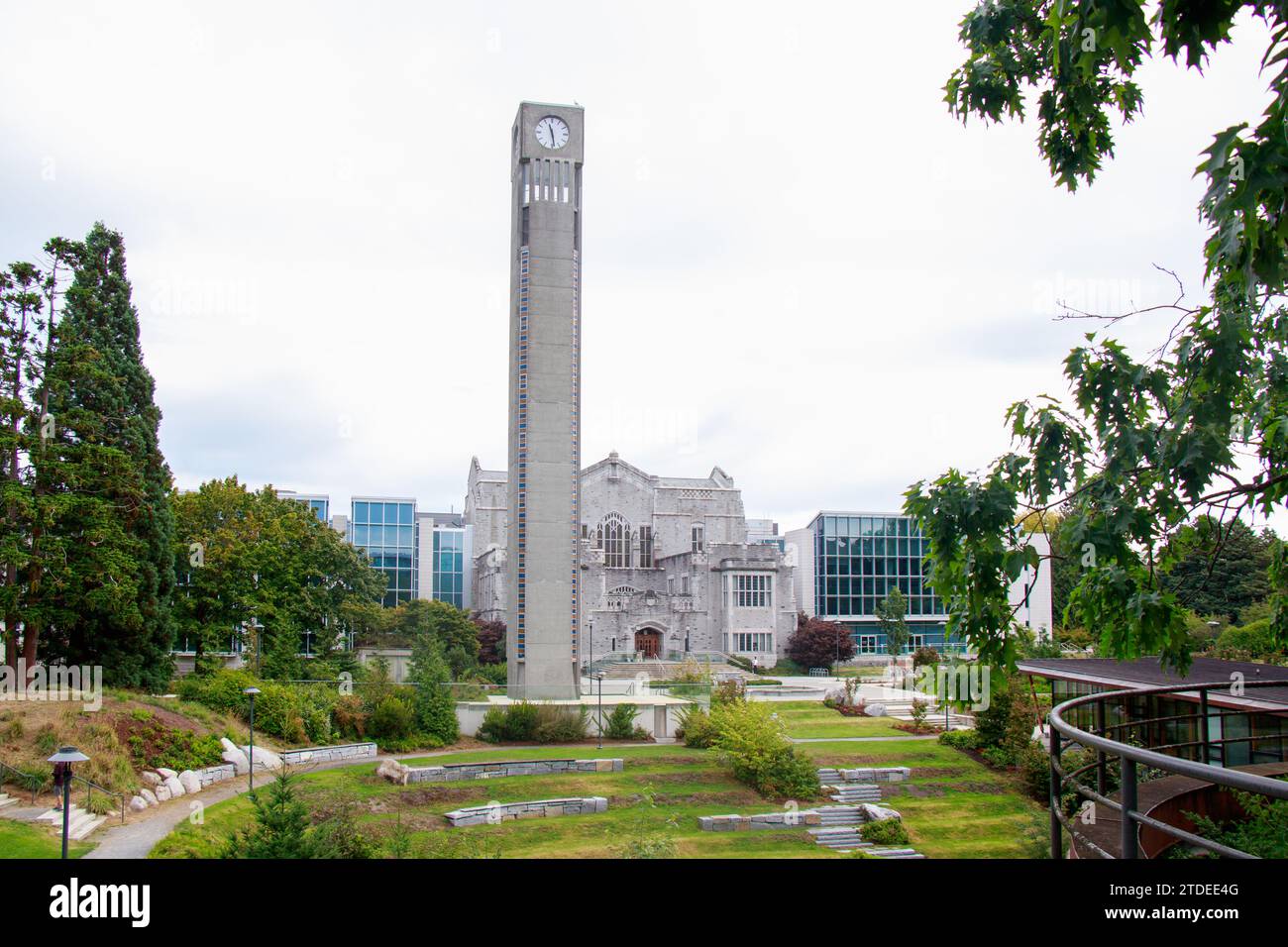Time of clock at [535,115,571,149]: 11:28
